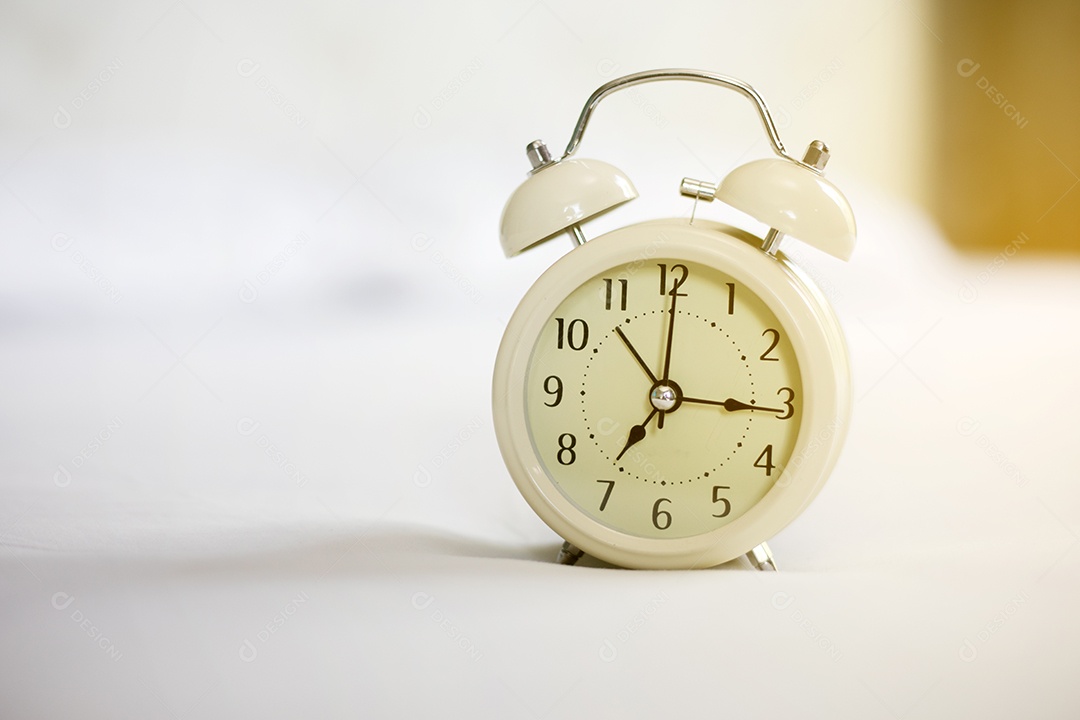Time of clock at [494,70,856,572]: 7:15
